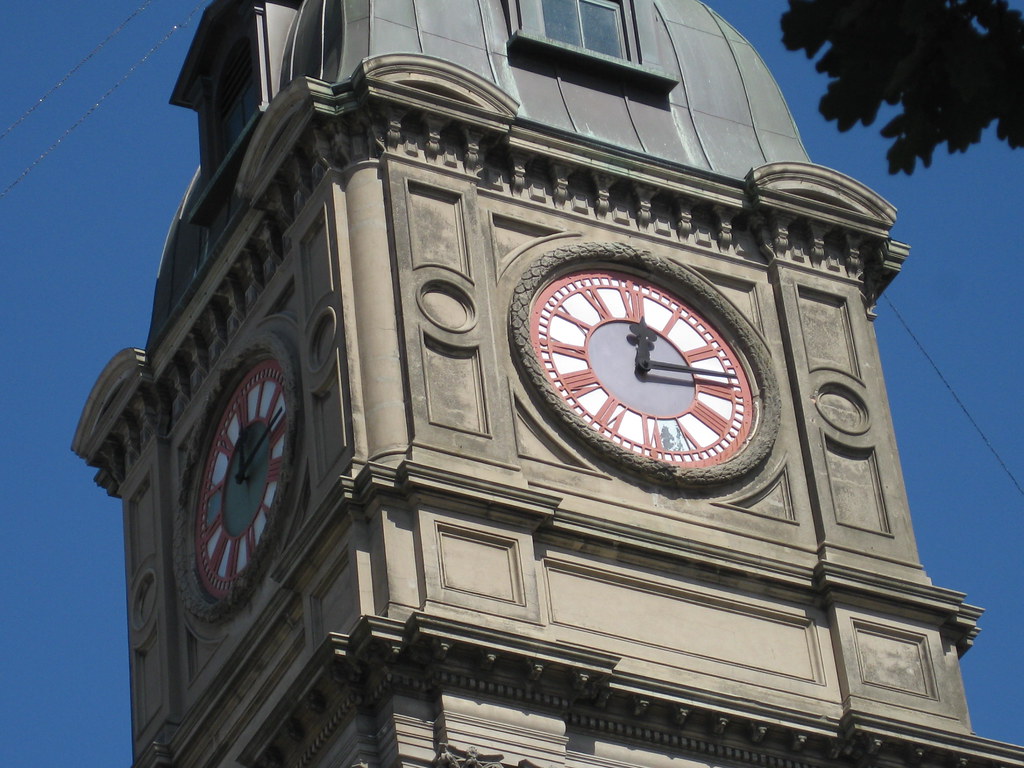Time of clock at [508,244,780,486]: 12:13
